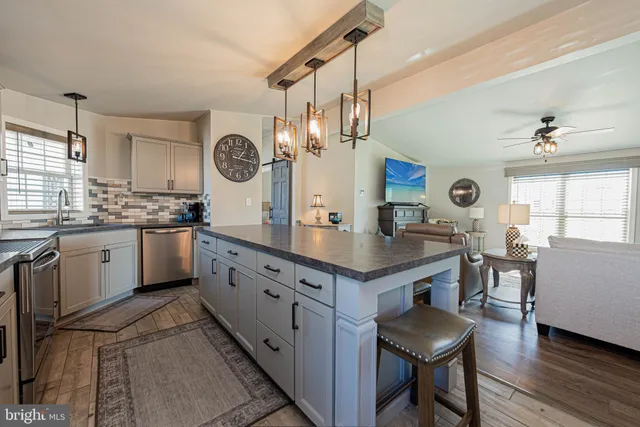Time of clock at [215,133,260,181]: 1:16
